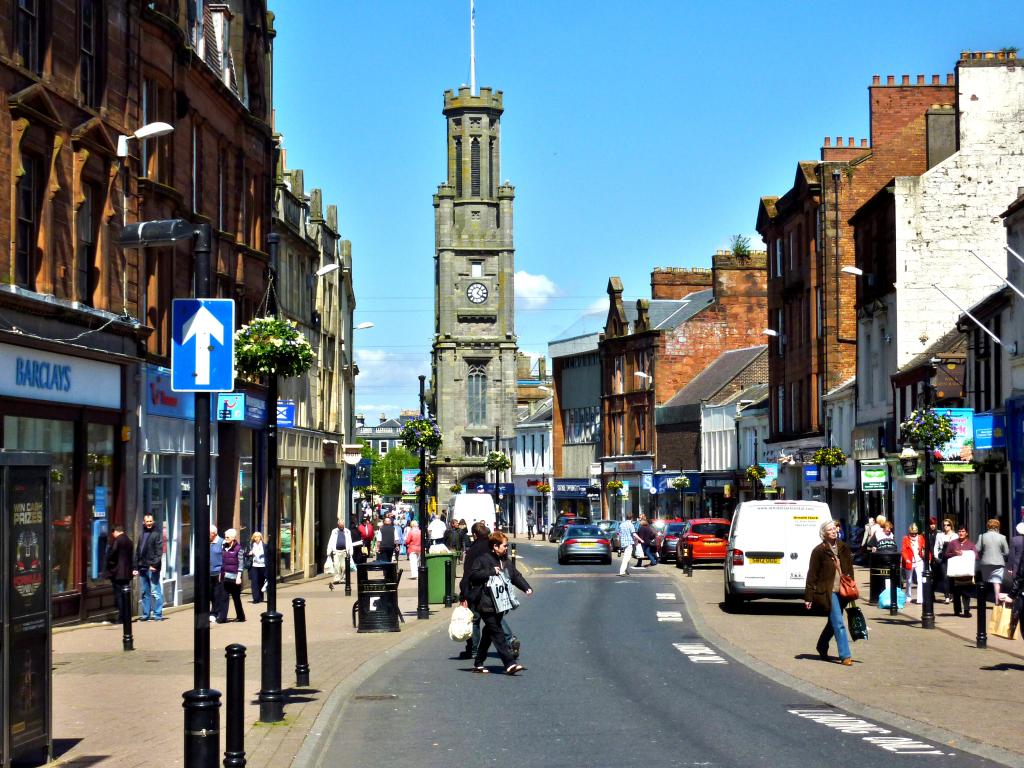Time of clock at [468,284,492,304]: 4:05
